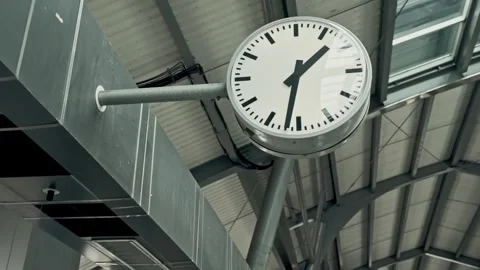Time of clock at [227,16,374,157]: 1:32
